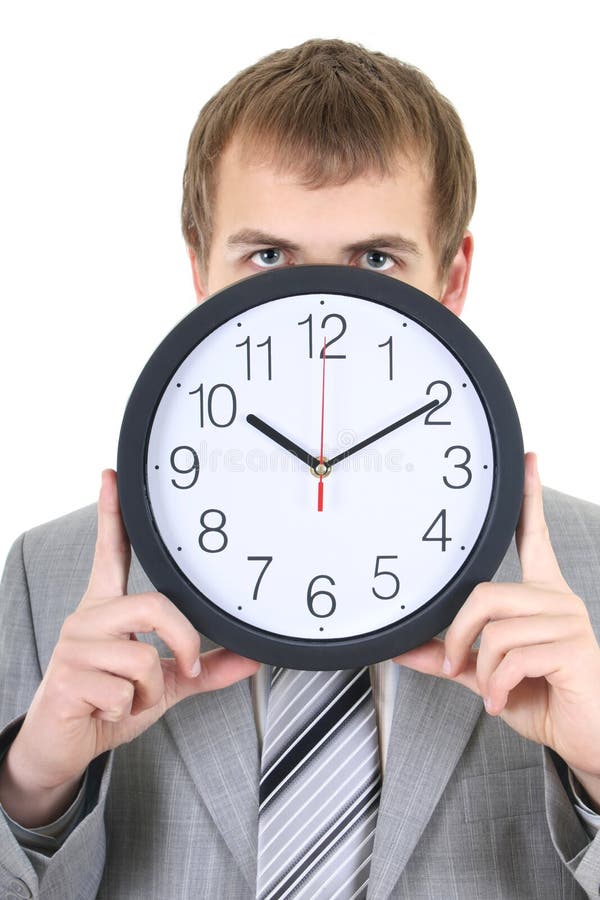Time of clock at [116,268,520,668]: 10:10
